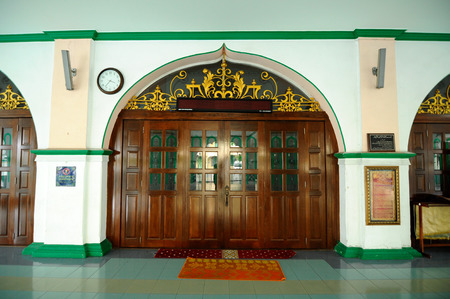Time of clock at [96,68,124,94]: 7:18
